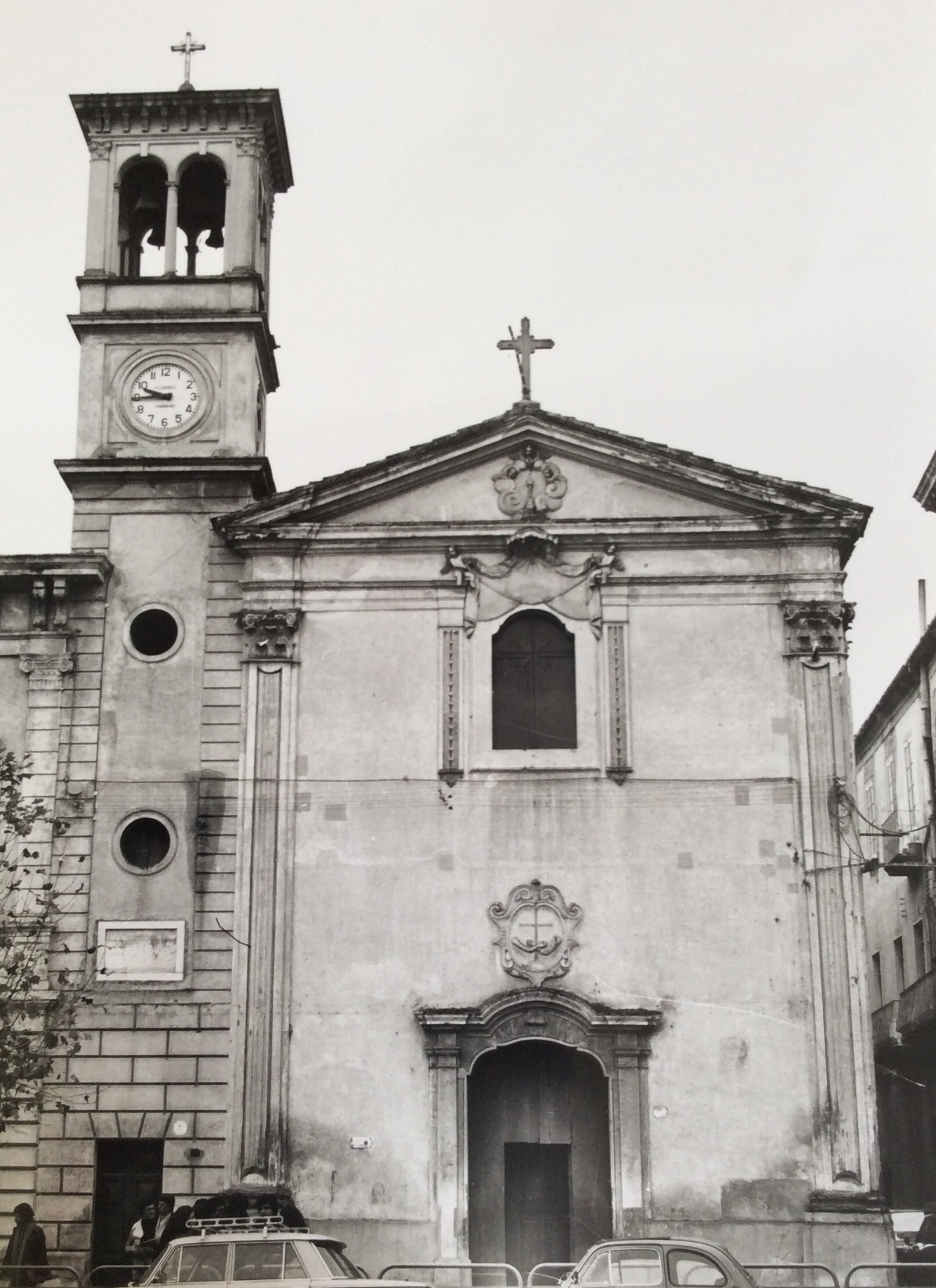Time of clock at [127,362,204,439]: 9:44
